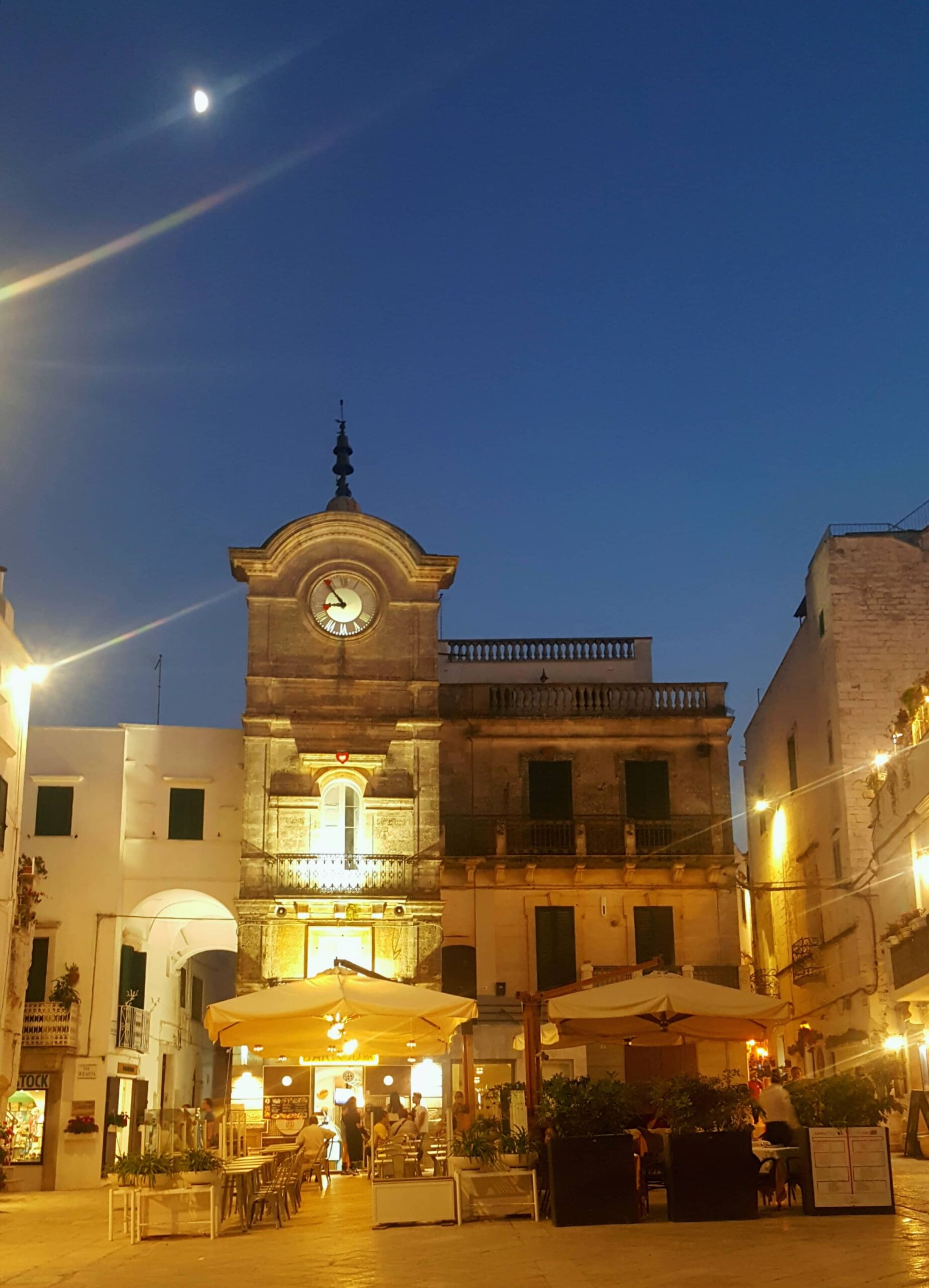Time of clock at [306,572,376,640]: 8:53
